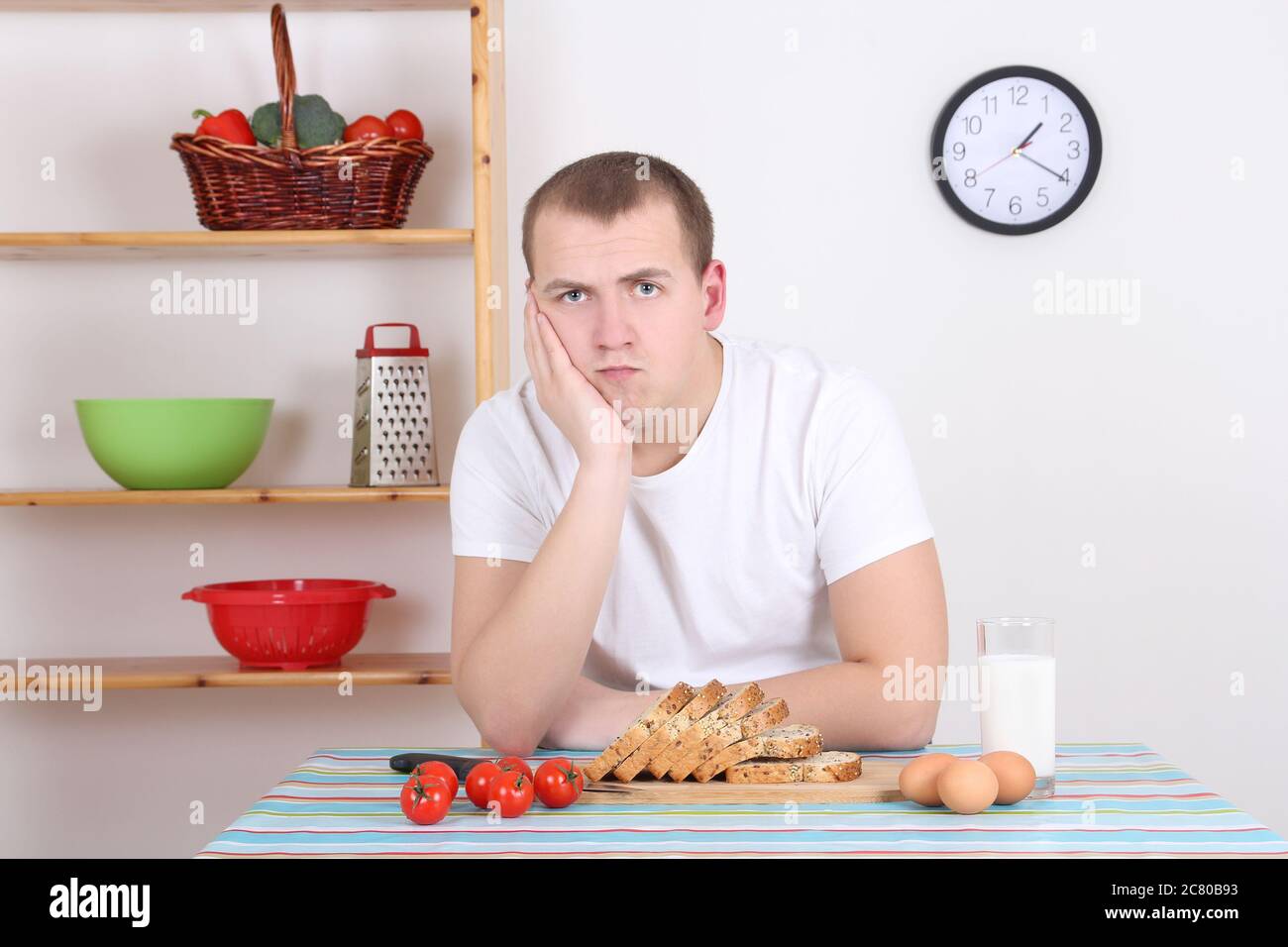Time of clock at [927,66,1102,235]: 1:20
